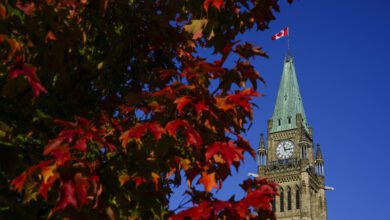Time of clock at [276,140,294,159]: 2:58
